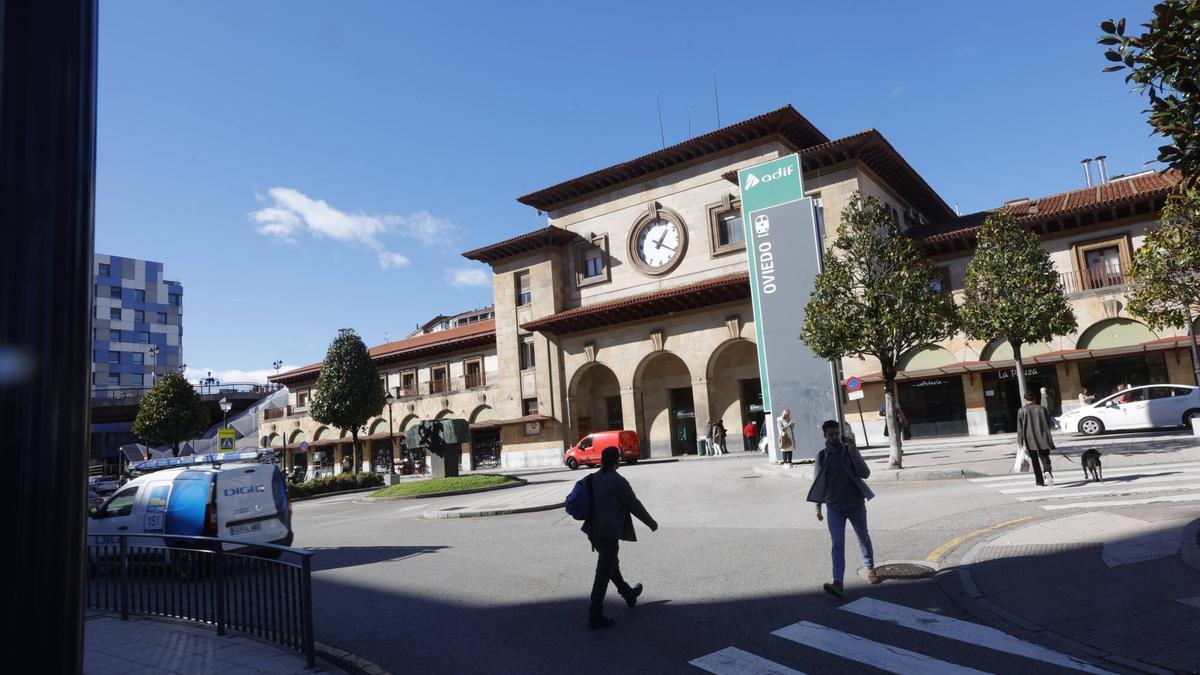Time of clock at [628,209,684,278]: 1:20
